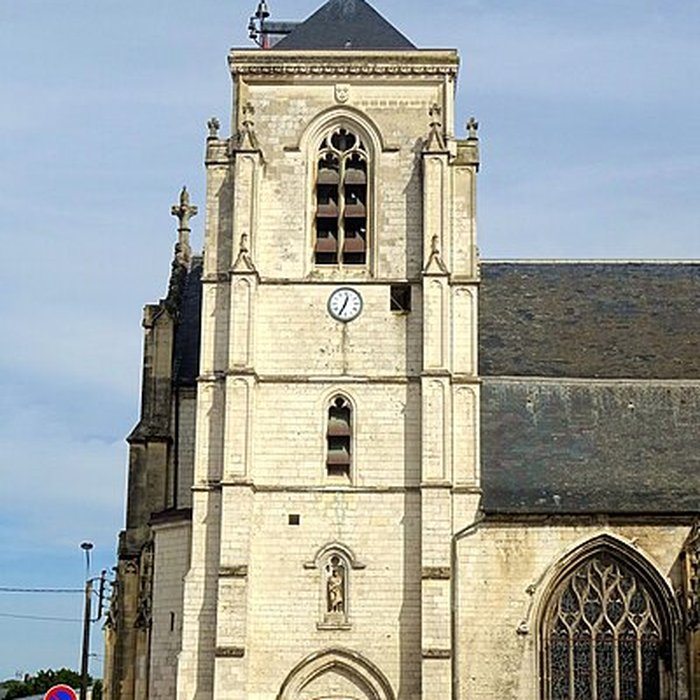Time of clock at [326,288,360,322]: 12:34
